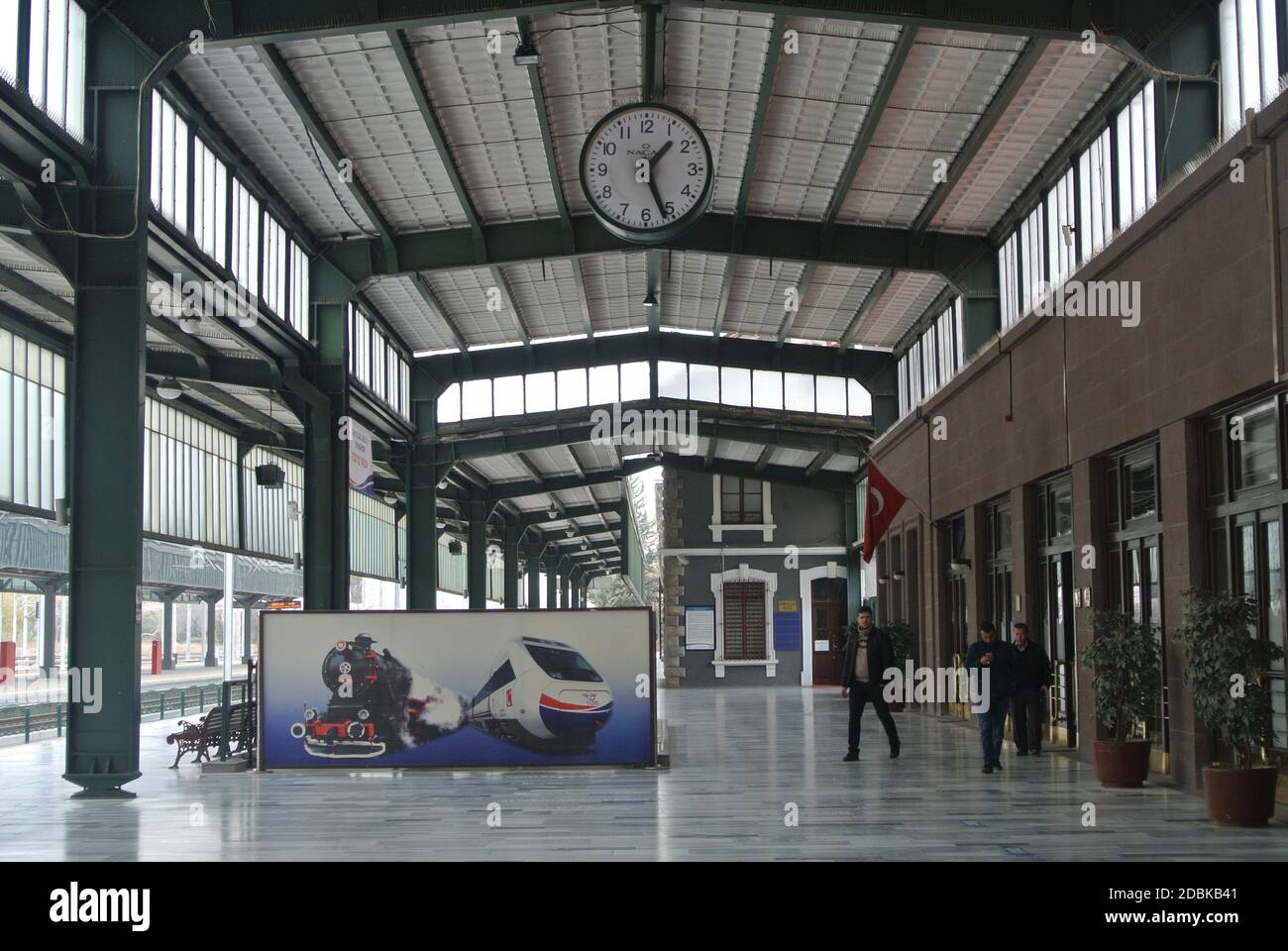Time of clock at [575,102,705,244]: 1:26
